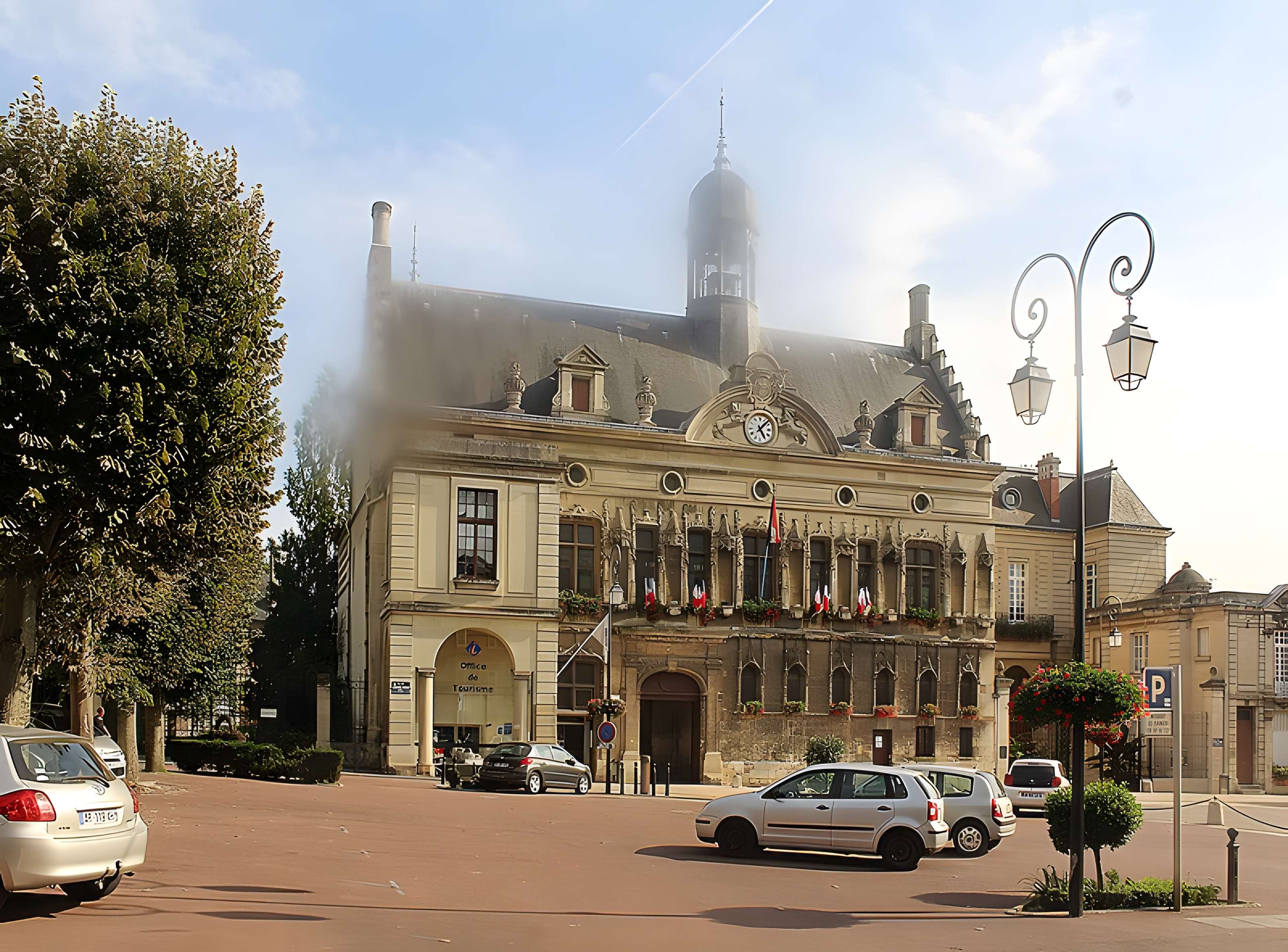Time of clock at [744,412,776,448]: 5:07
